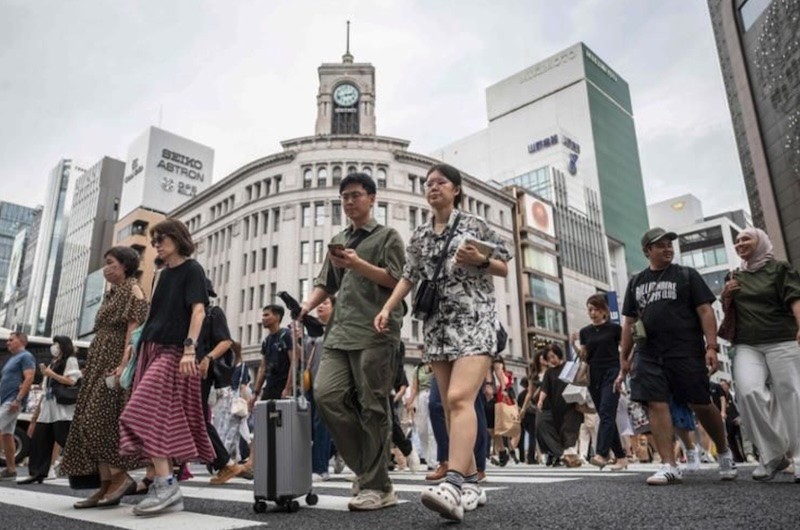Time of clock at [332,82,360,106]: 2:42
